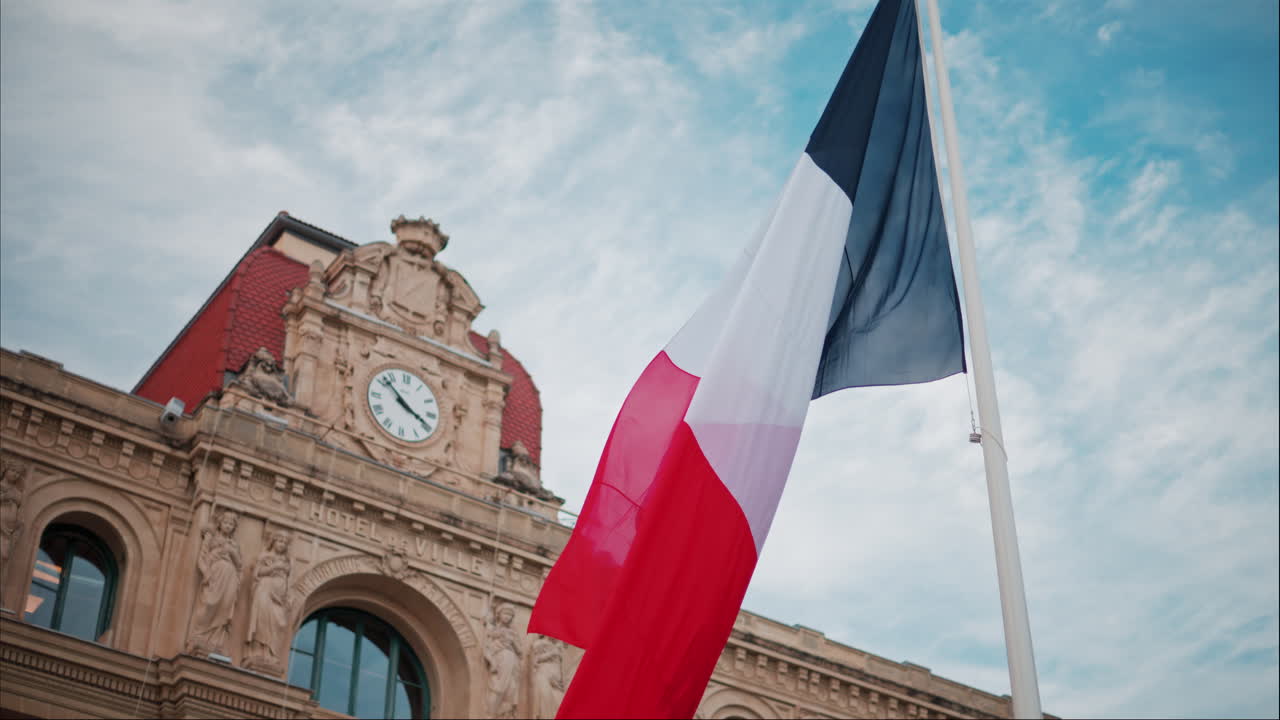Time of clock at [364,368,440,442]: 3:52
